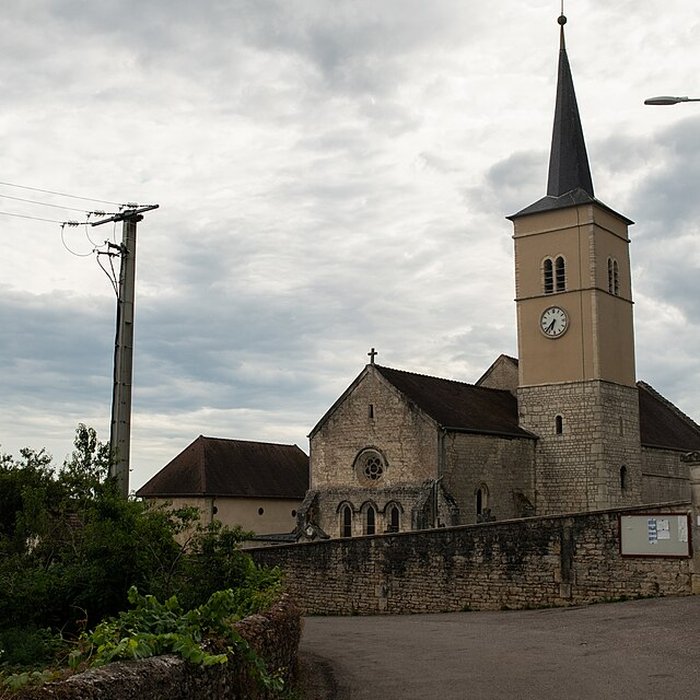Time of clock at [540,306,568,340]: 6:37
